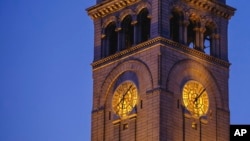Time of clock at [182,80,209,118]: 6:07
